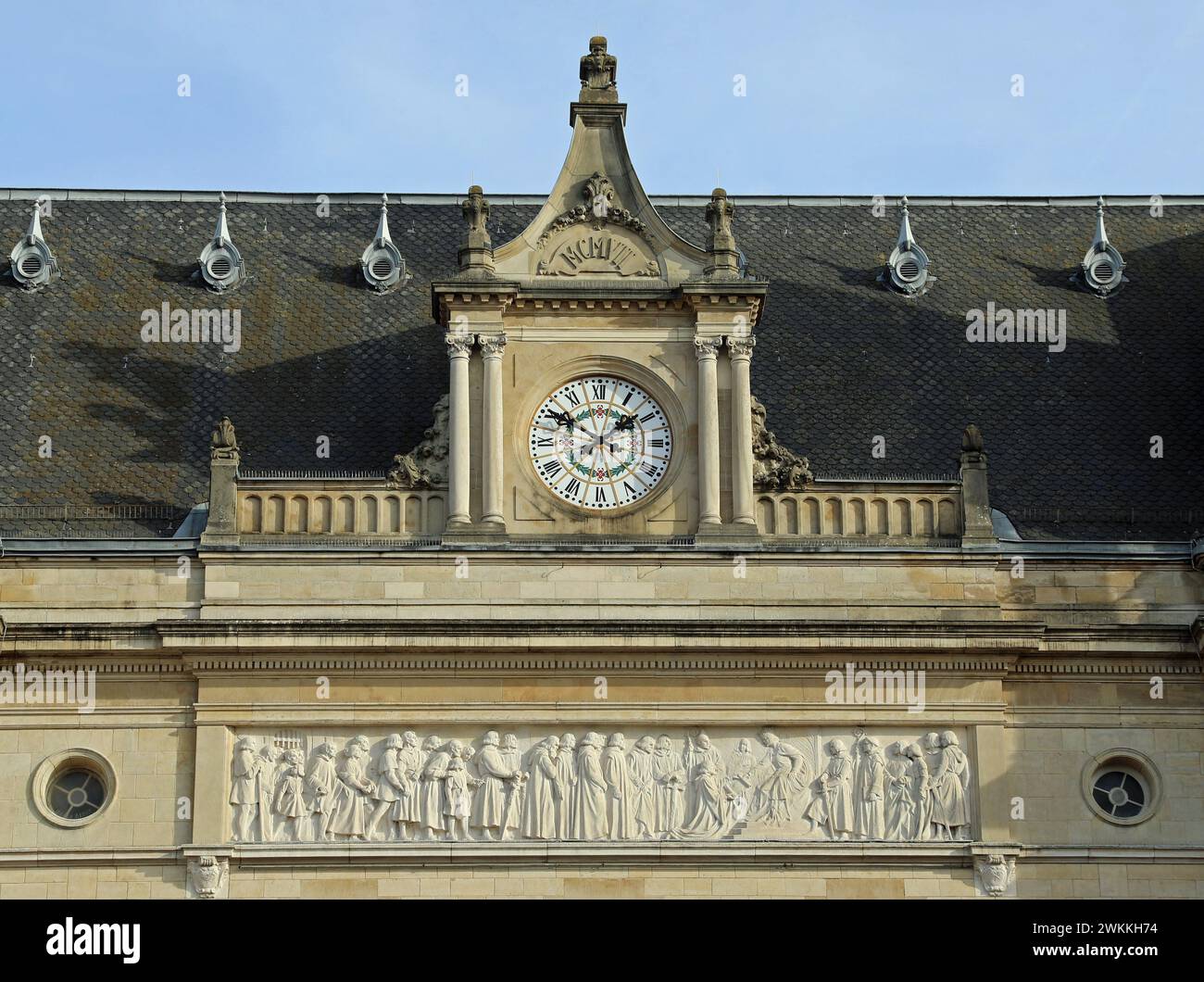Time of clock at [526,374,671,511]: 1:50
